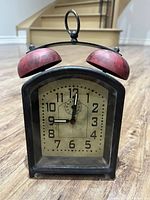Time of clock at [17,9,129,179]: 12:01
